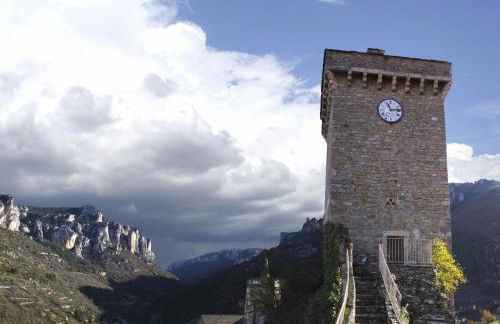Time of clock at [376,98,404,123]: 11:13
